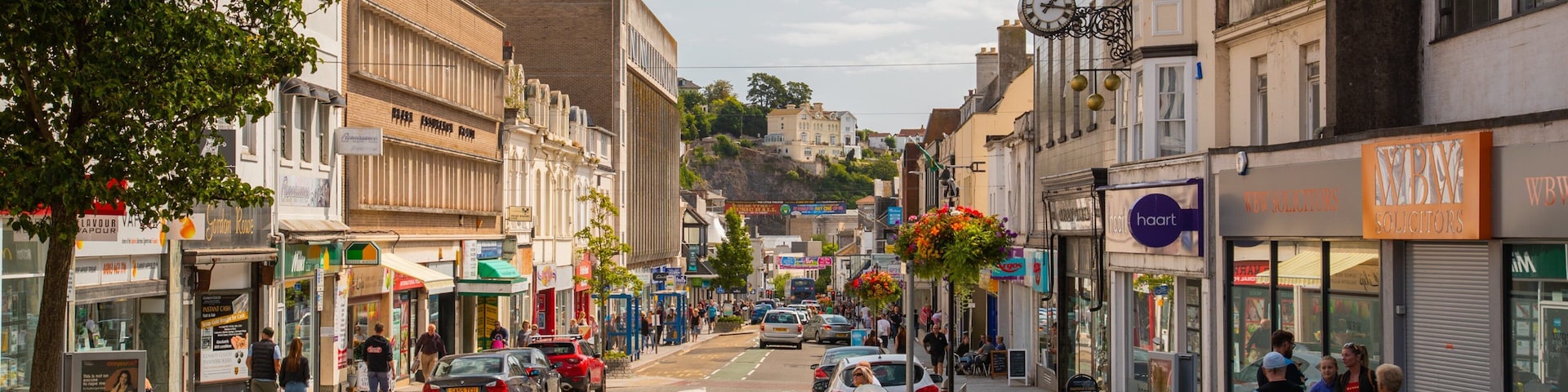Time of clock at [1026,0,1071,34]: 1:16
